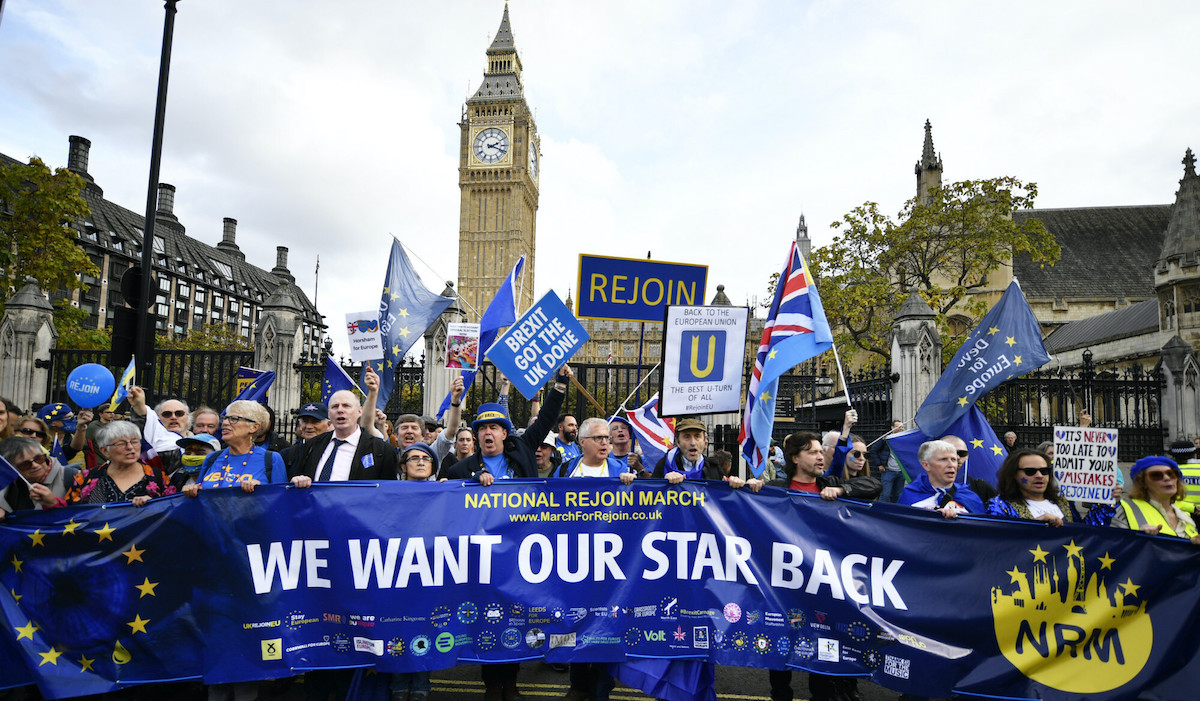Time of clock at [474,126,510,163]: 2:18
